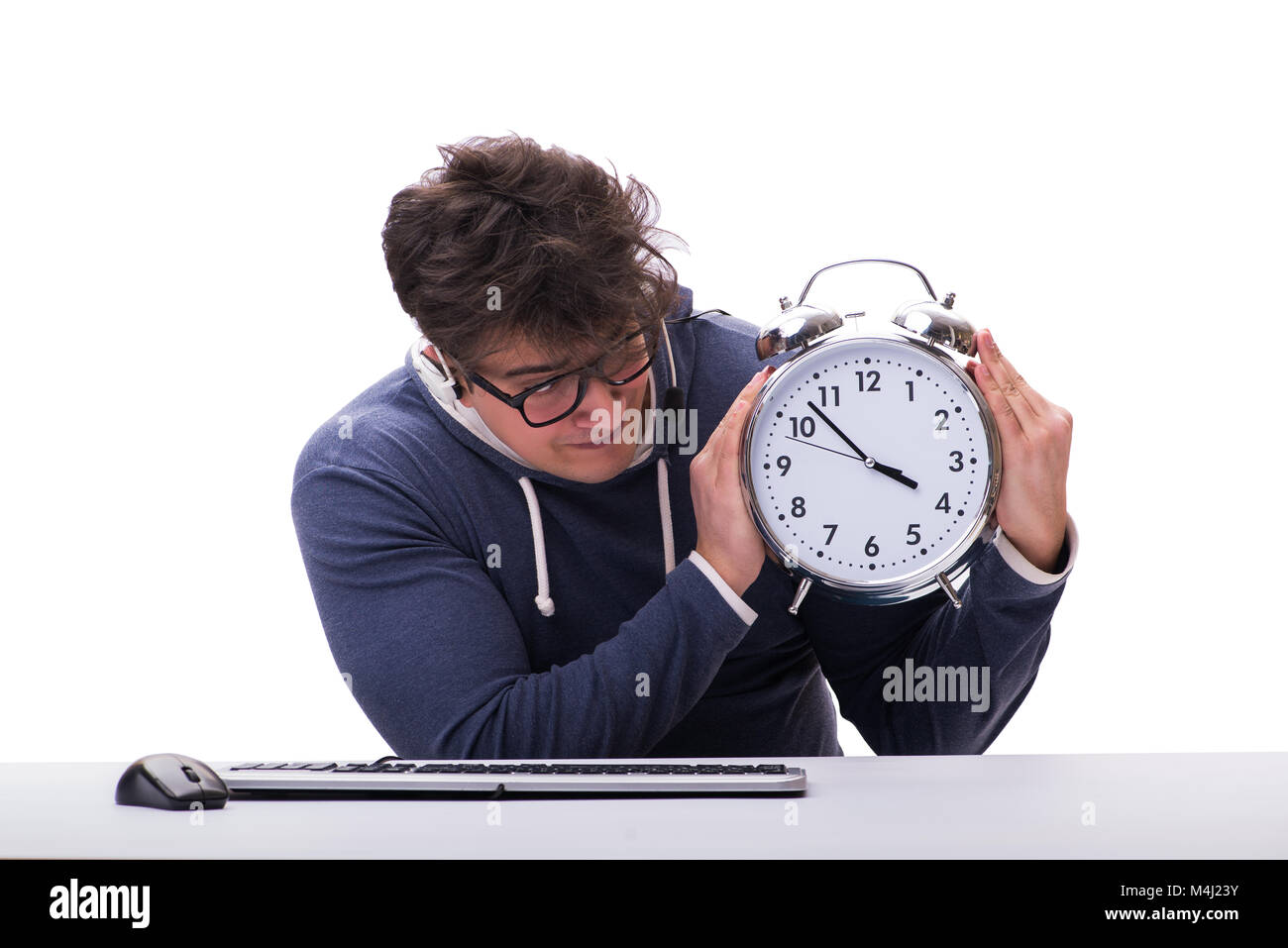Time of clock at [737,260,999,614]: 3:52
